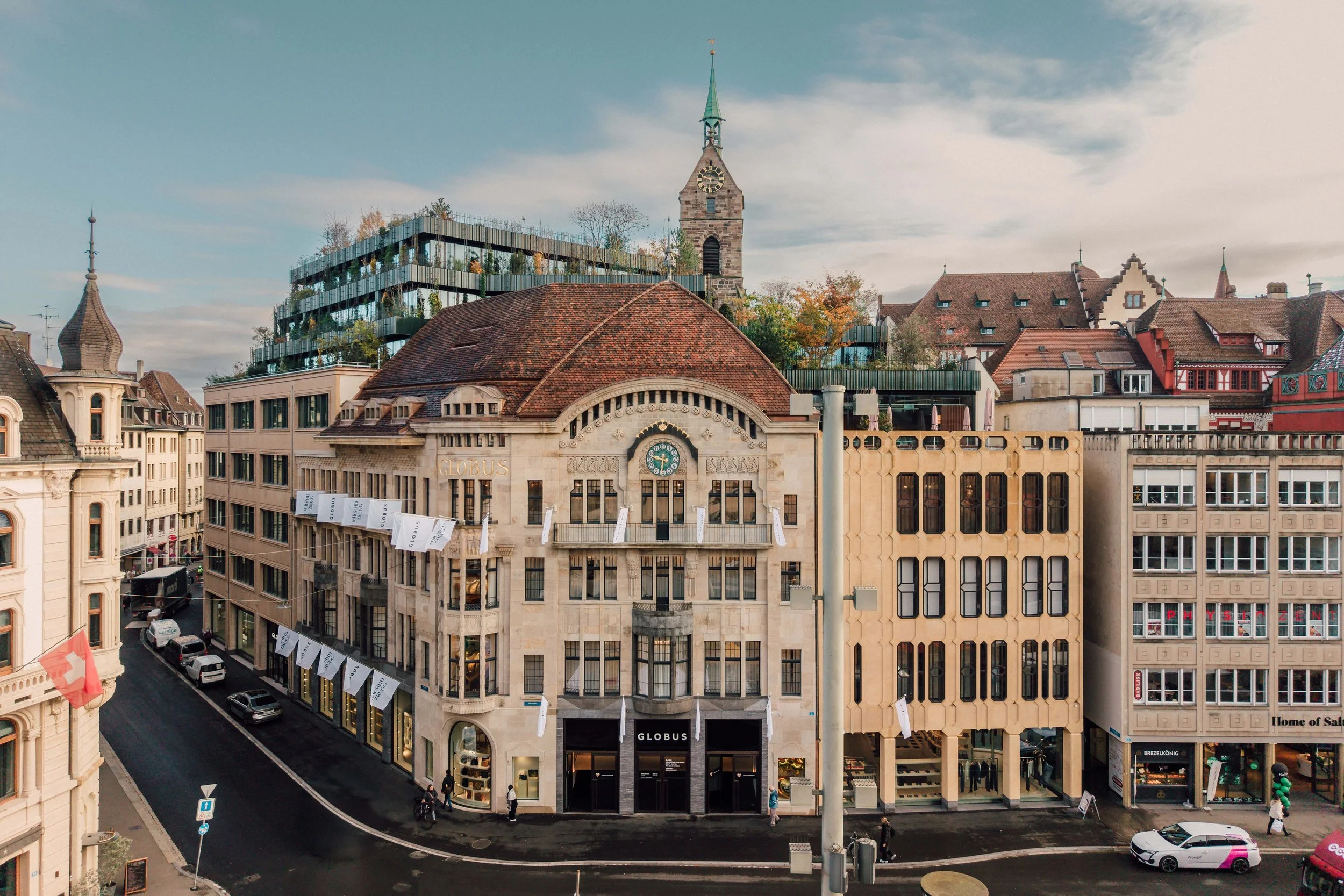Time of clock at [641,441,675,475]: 9:31
